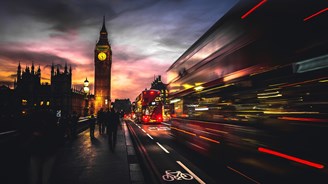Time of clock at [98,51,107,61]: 4:28
